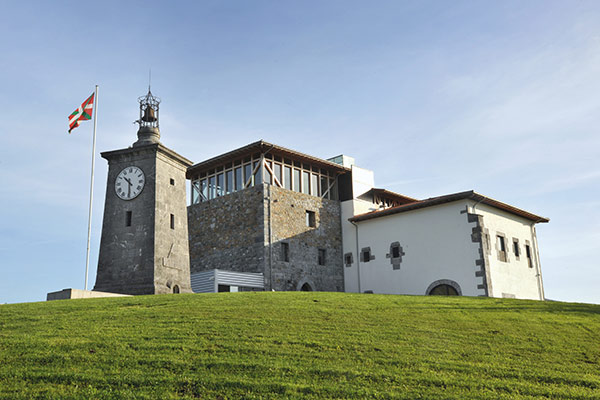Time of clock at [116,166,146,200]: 10:29
